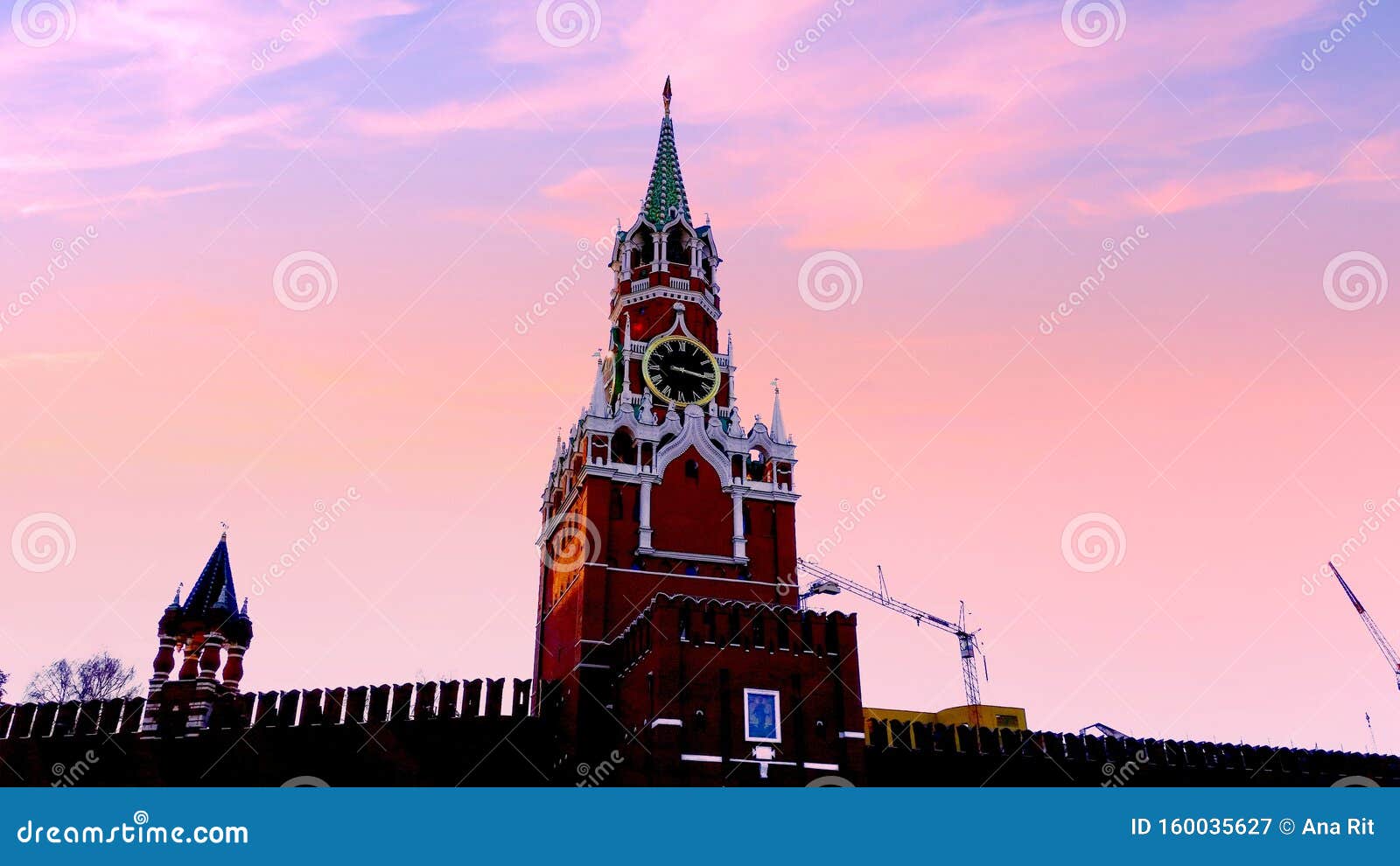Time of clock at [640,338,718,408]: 3:16
